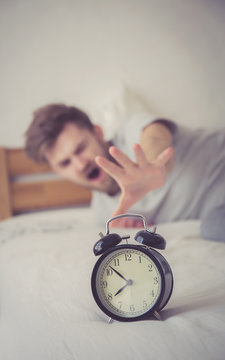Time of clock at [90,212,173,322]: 7:52
